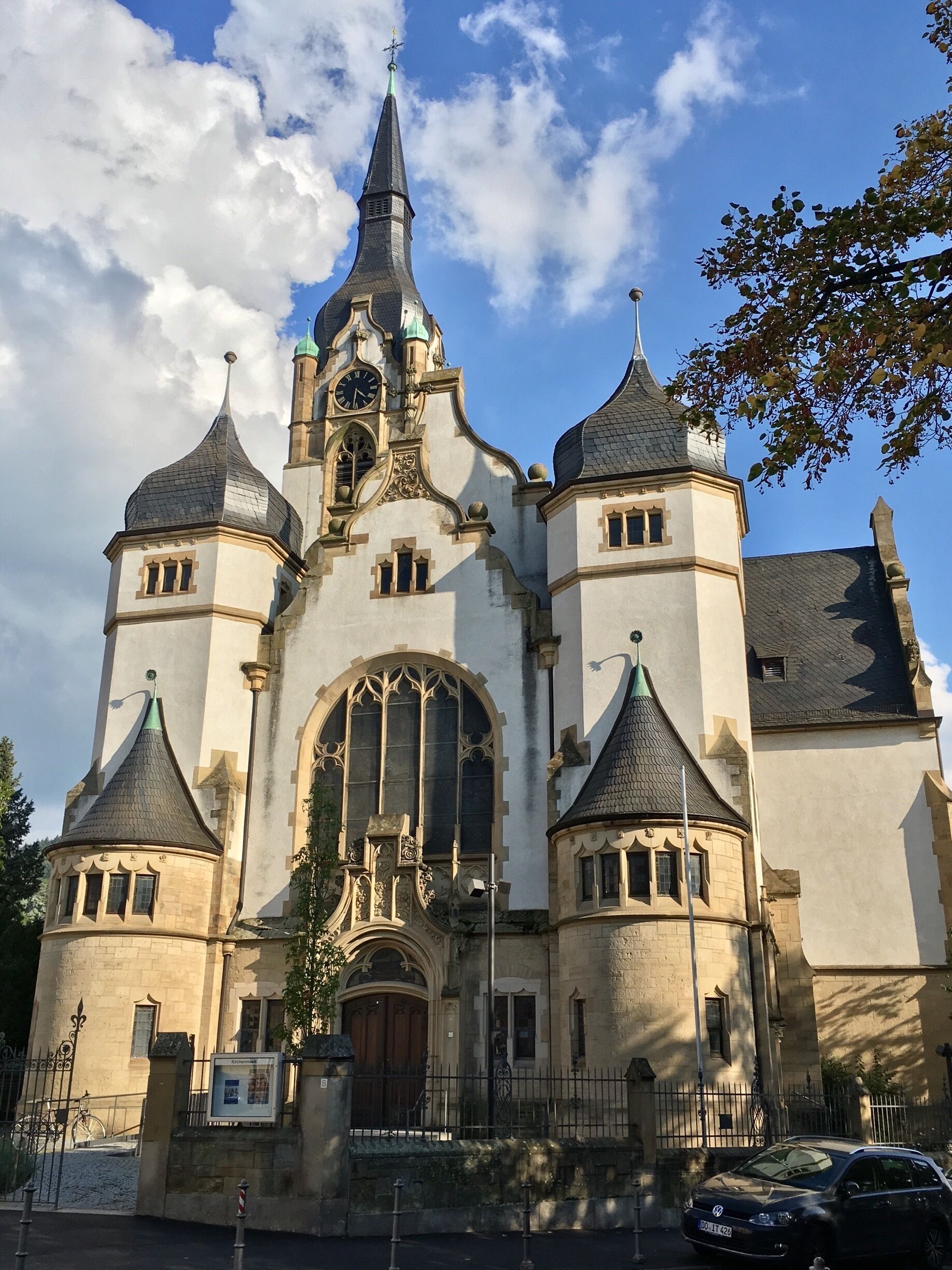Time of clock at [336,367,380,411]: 4:31
